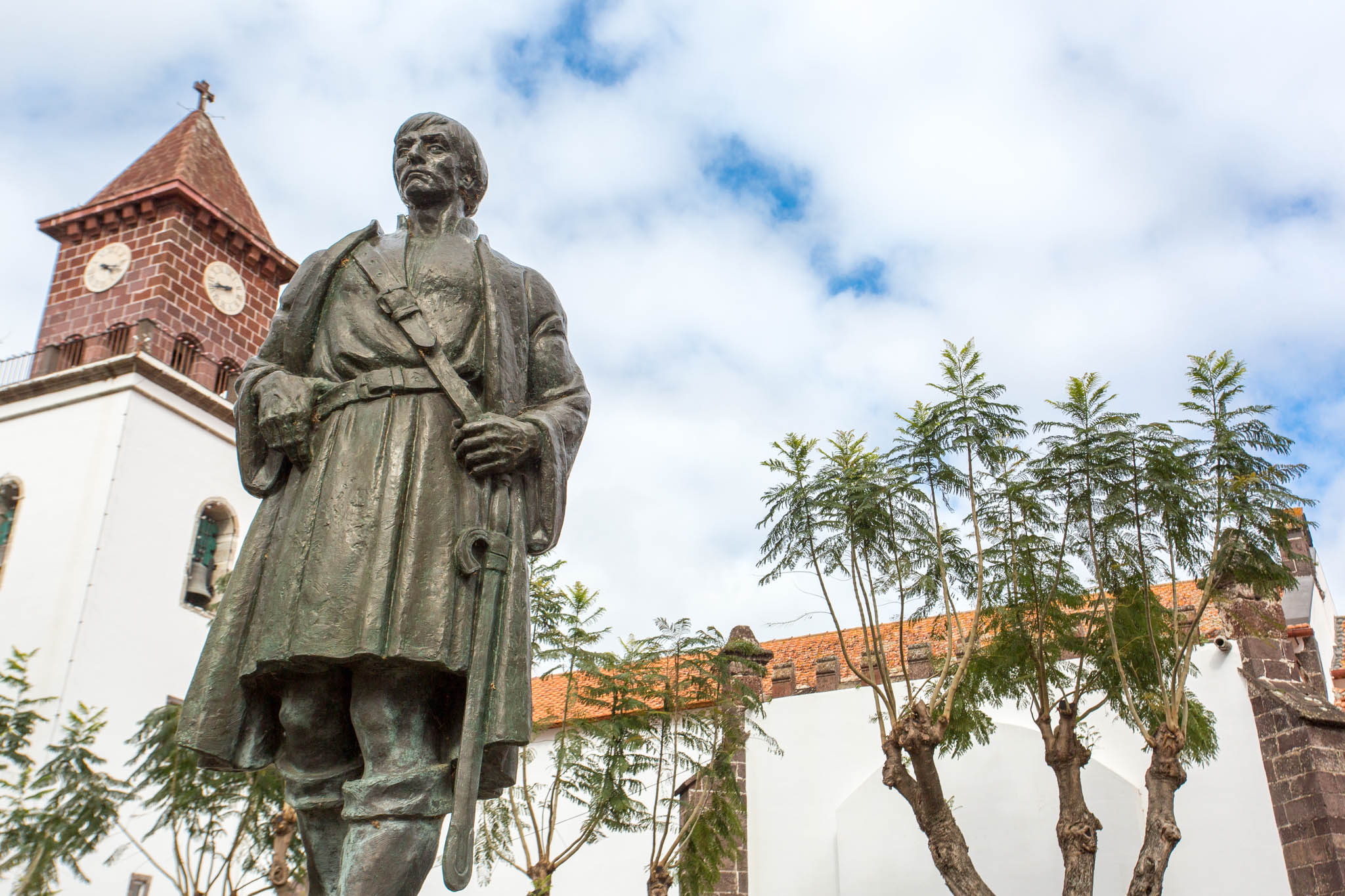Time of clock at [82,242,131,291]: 4:17
